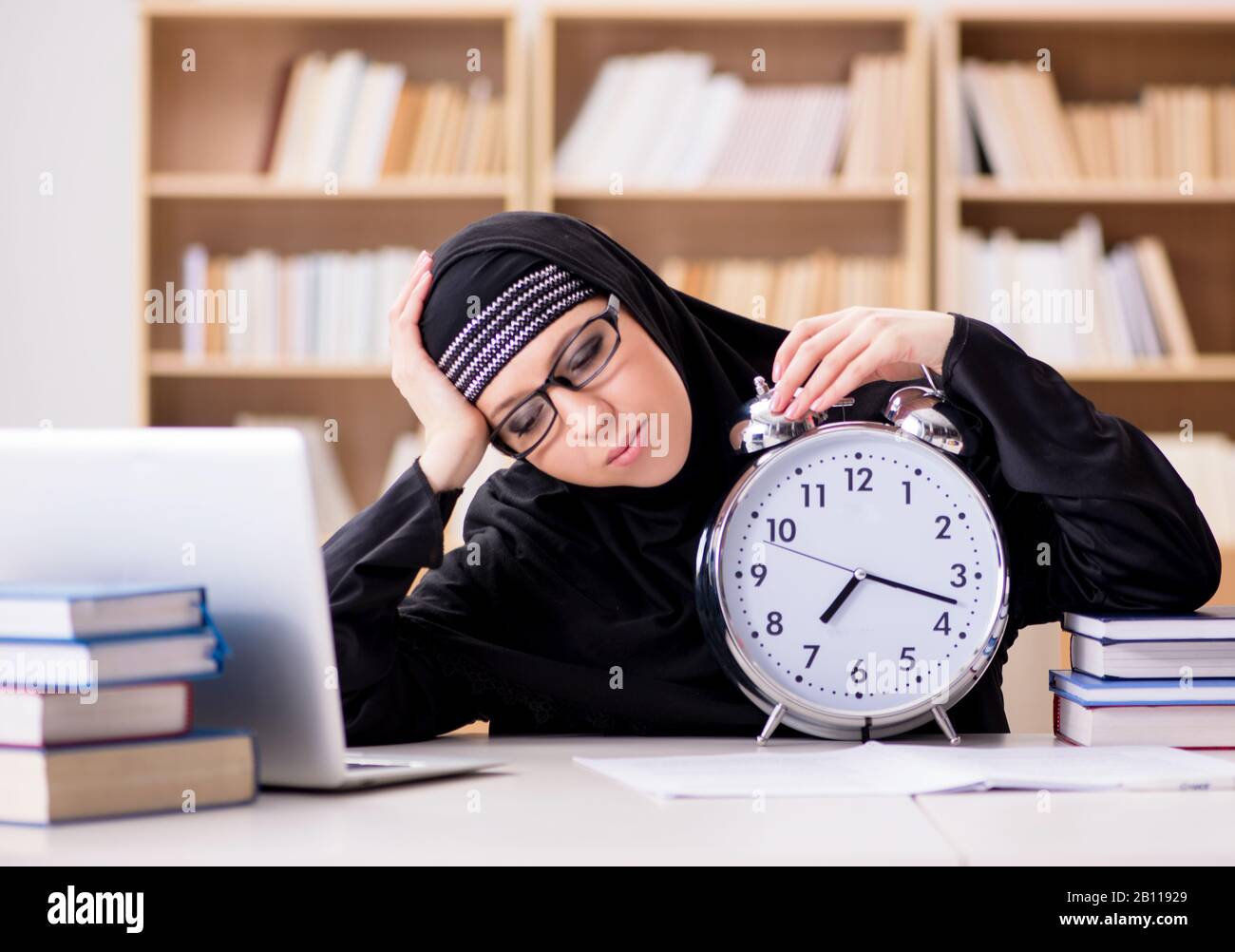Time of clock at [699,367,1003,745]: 7:17
